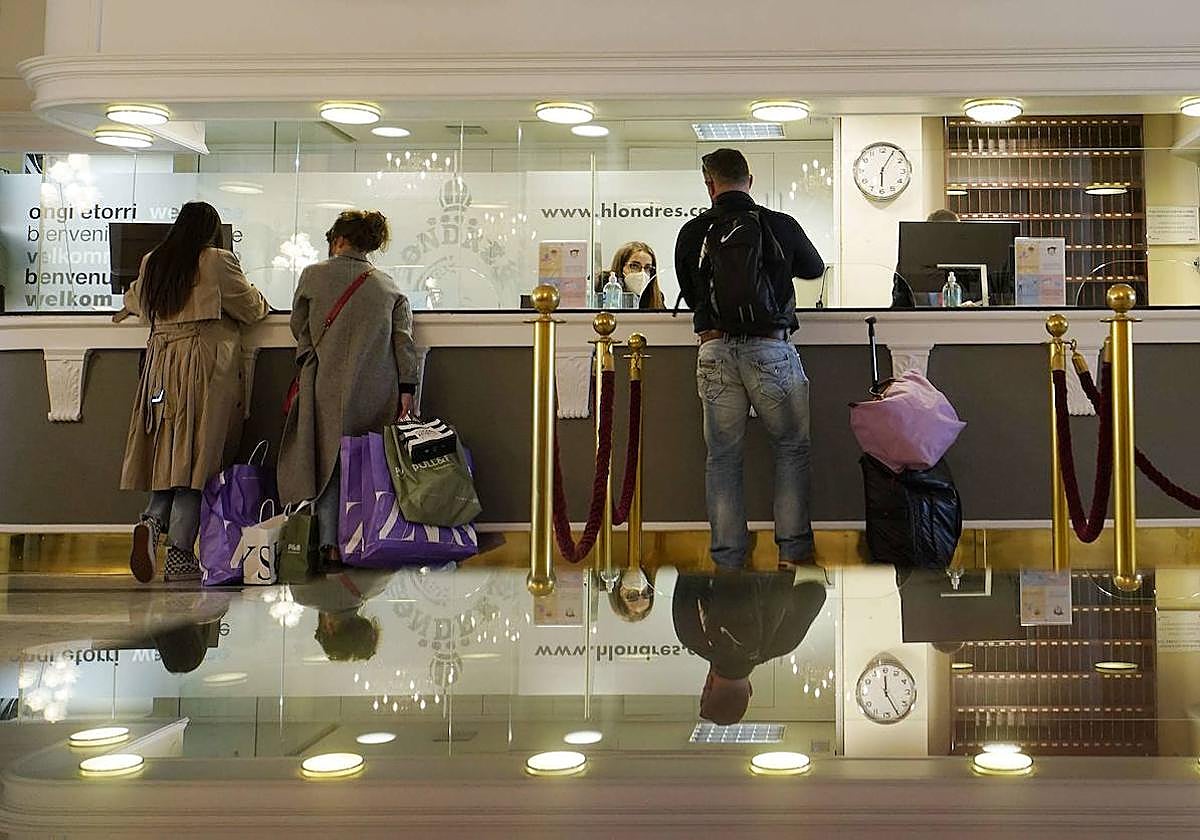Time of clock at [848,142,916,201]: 6:05
